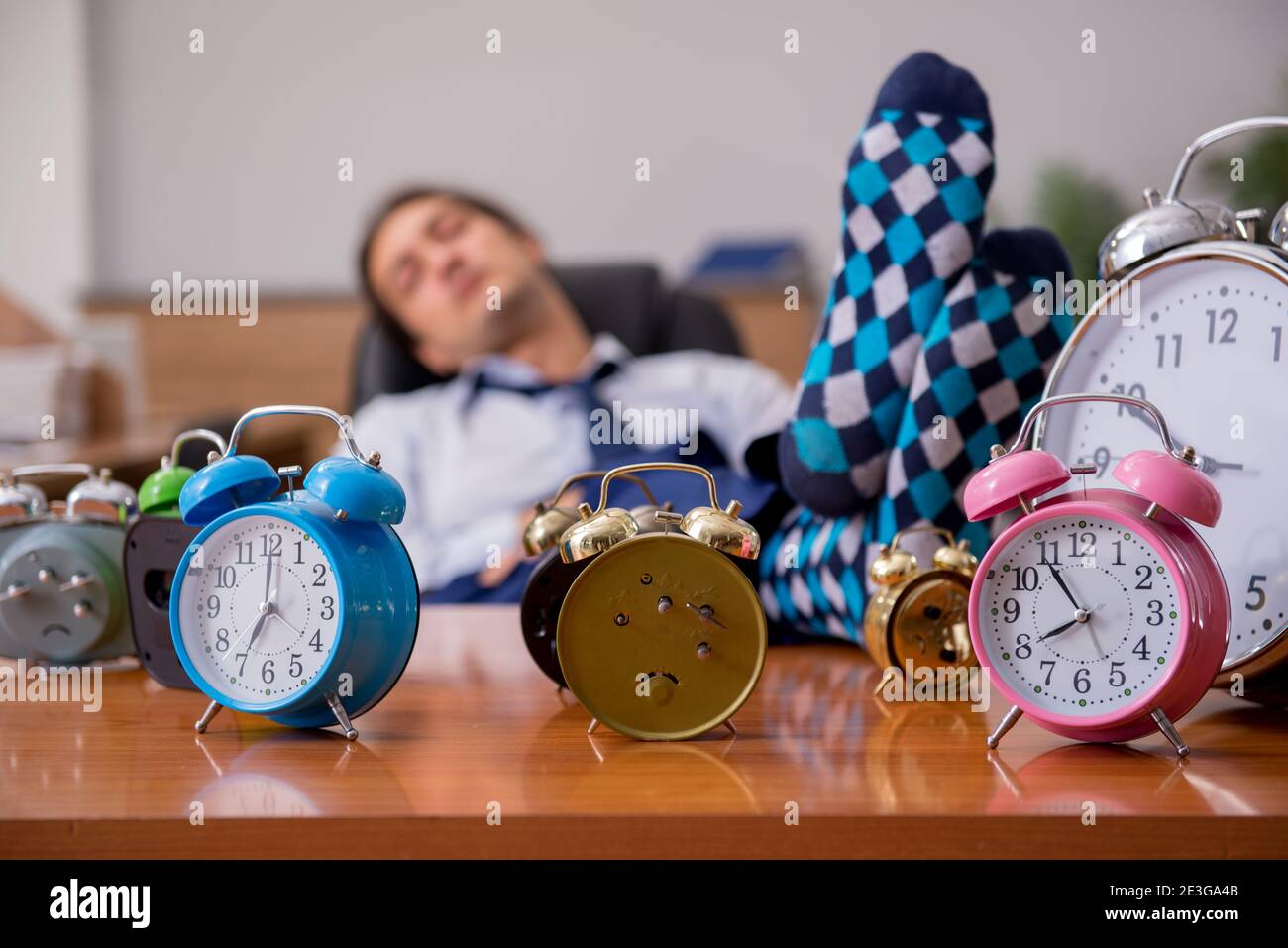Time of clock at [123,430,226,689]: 7:00
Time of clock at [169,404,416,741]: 7:00
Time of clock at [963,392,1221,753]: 7:54
